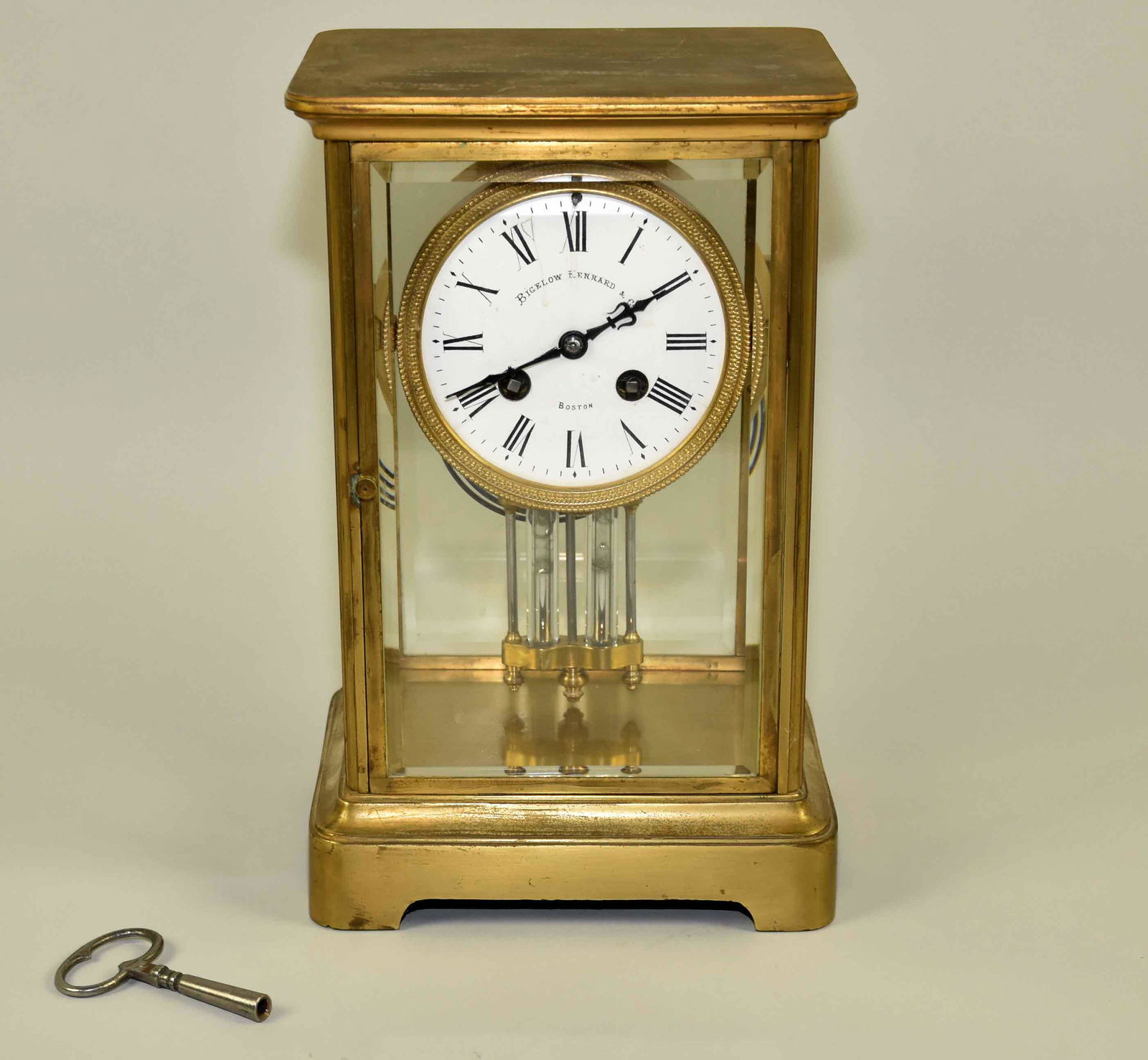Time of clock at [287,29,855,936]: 8:09
